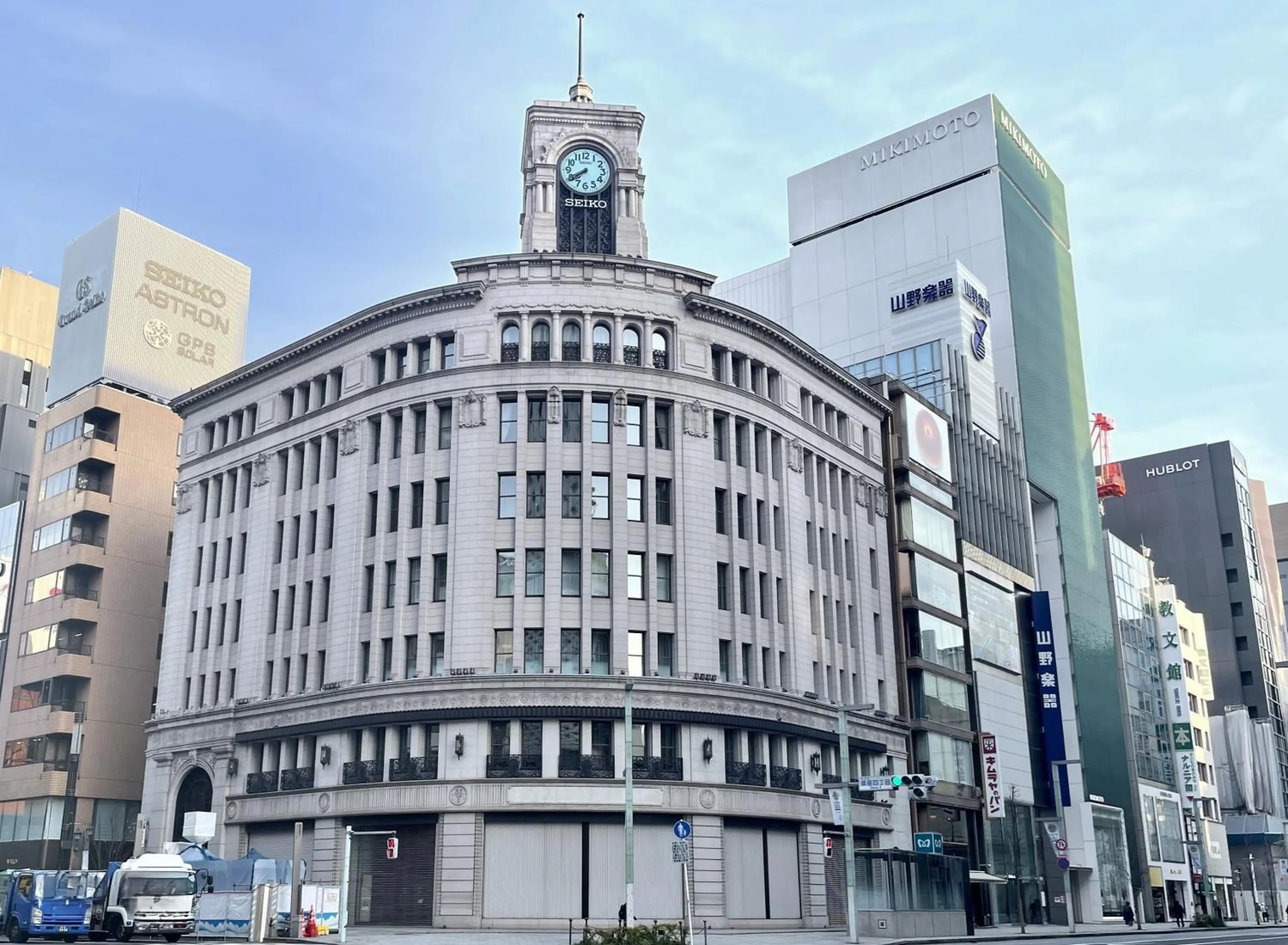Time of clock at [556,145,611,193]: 7:39
